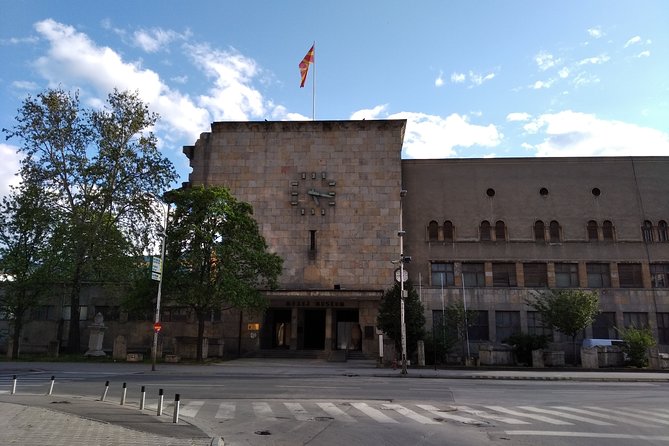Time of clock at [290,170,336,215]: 5:16
